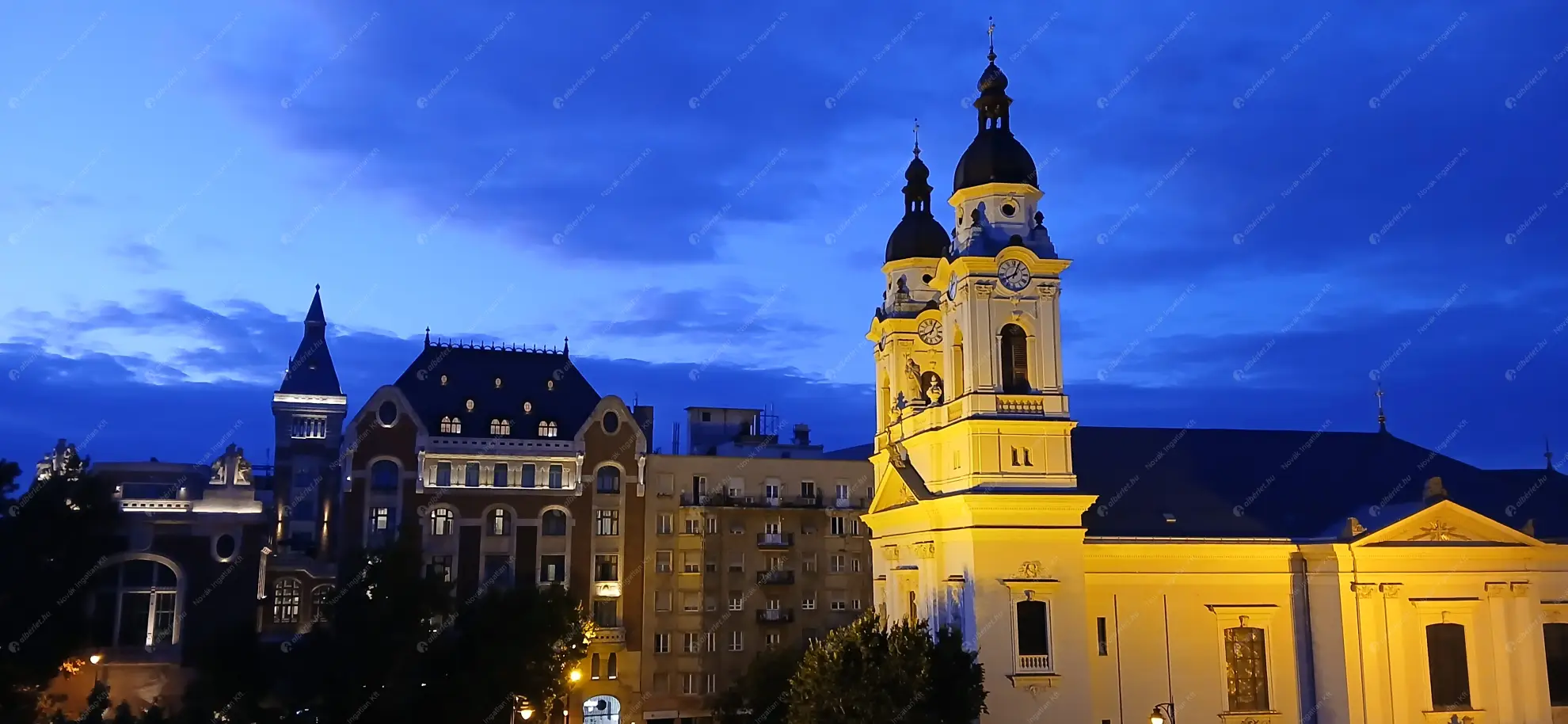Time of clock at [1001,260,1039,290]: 8:04
